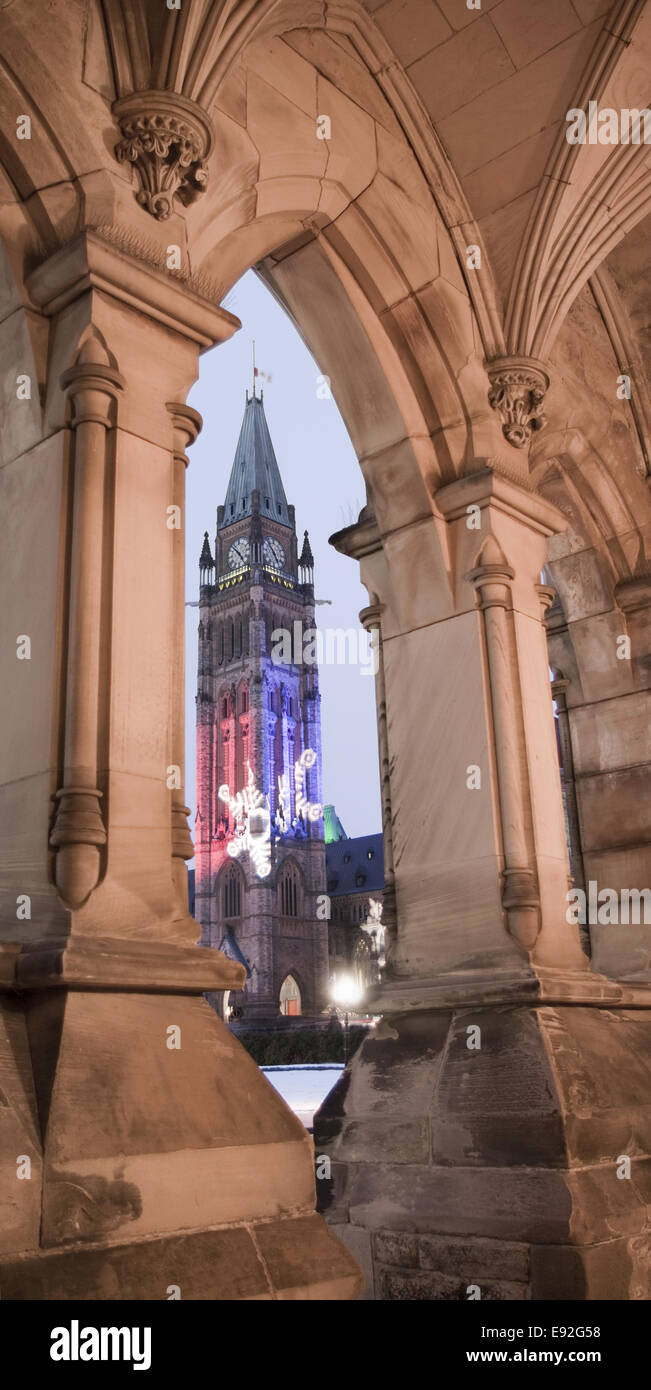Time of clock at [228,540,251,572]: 4:52
